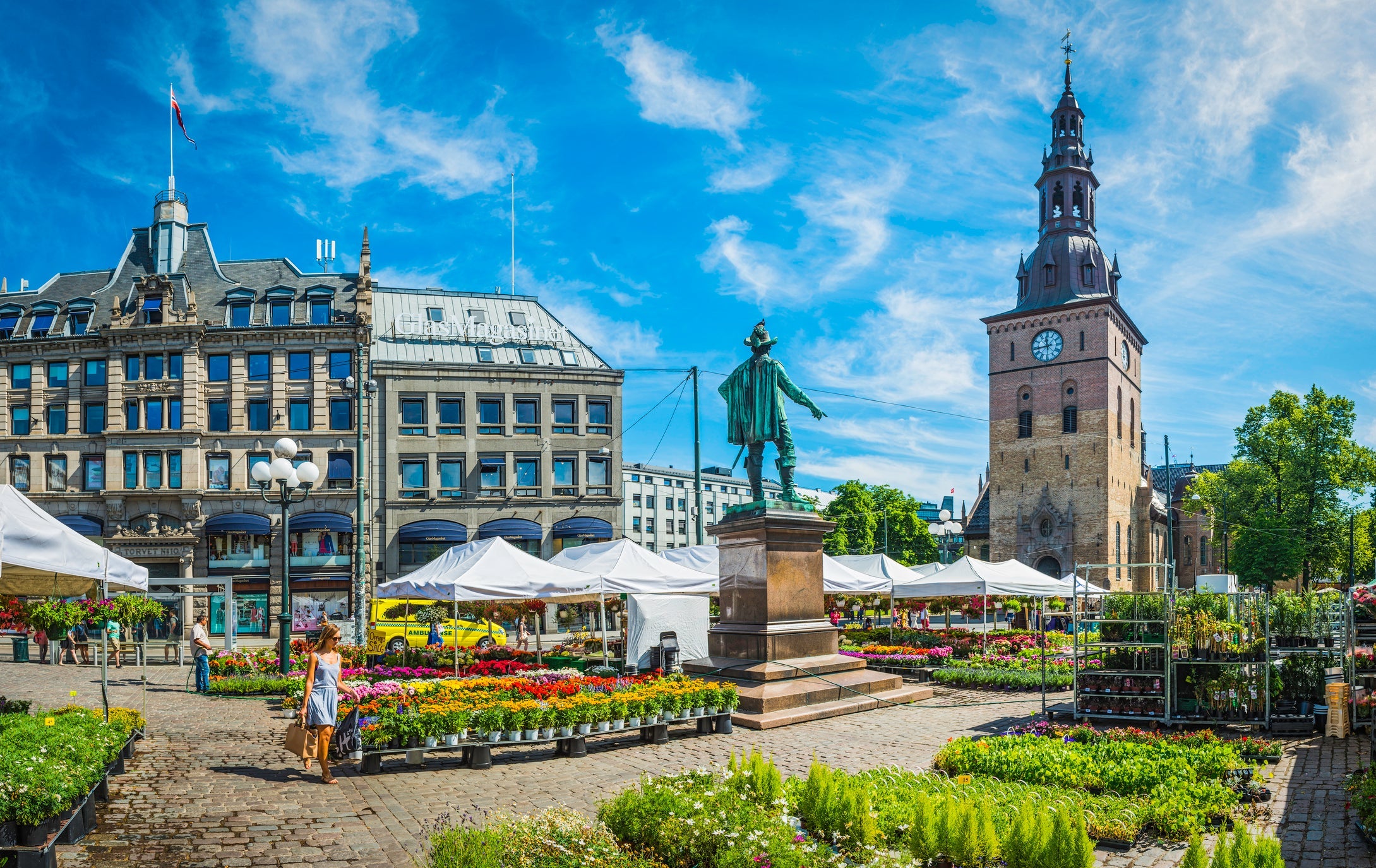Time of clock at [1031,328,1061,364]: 11:43
